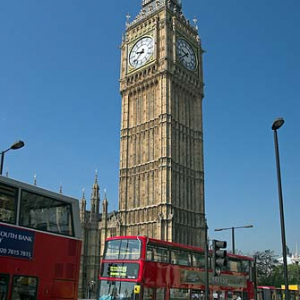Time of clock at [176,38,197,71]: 9:40
